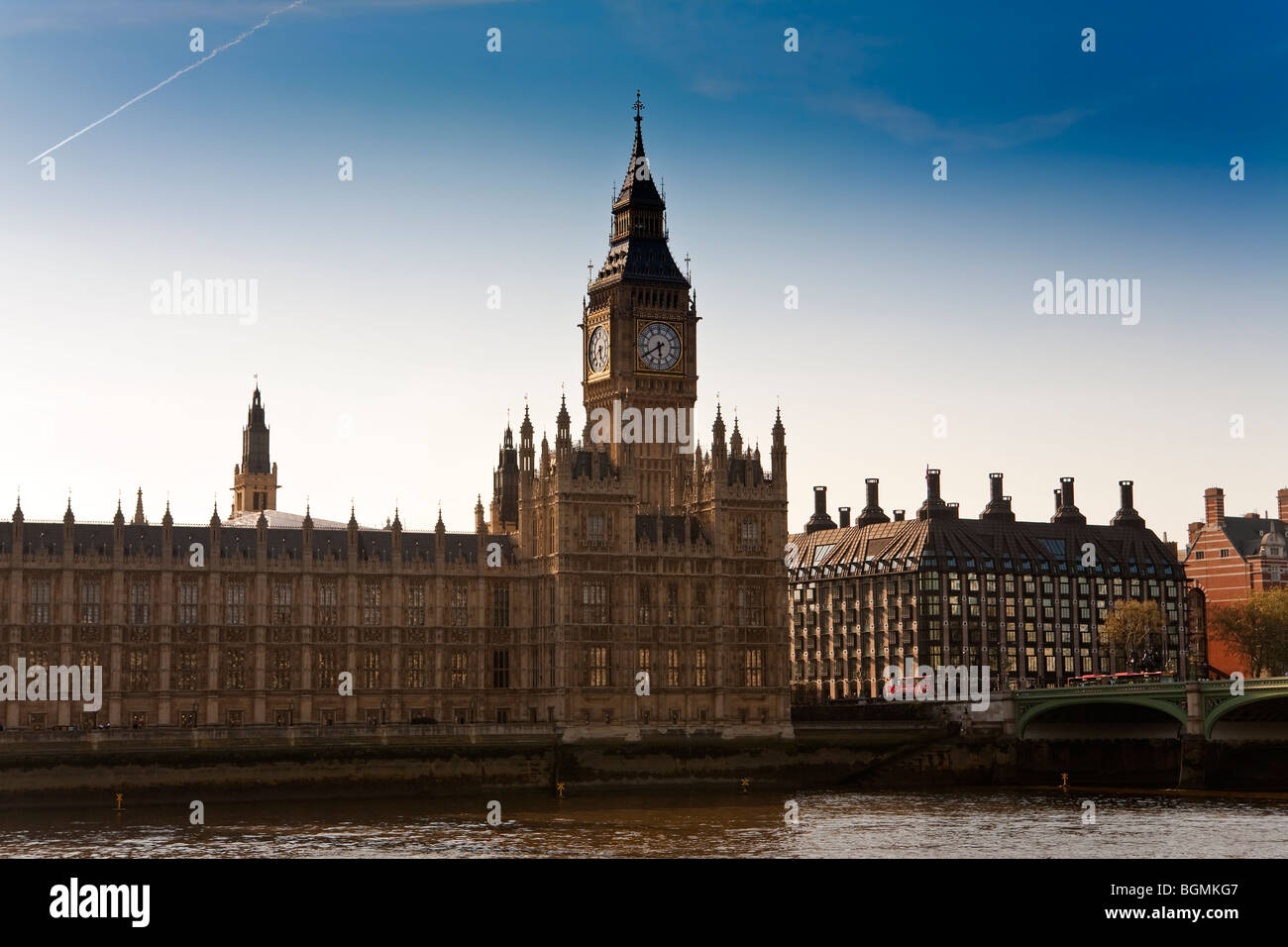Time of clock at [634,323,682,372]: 5:40
